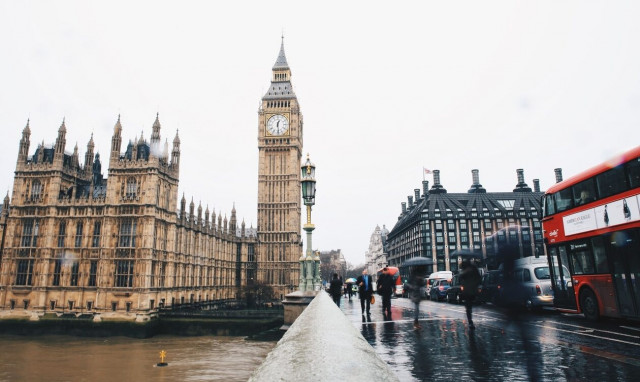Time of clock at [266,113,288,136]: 12:28
